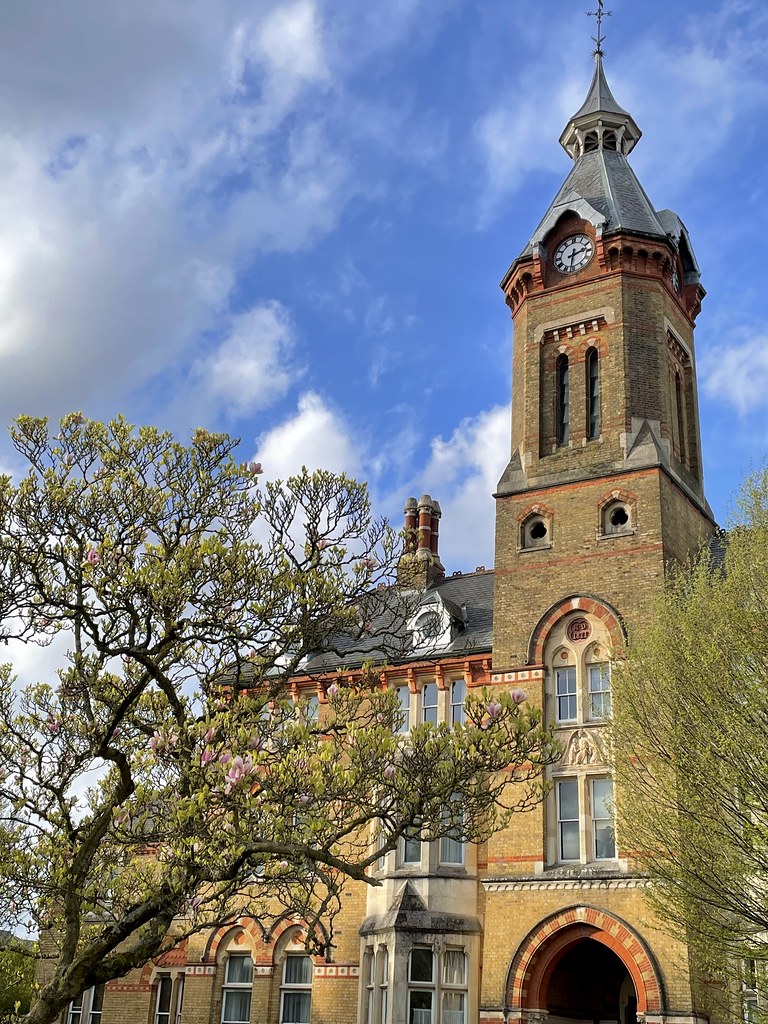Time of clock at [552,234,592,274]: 2:31
